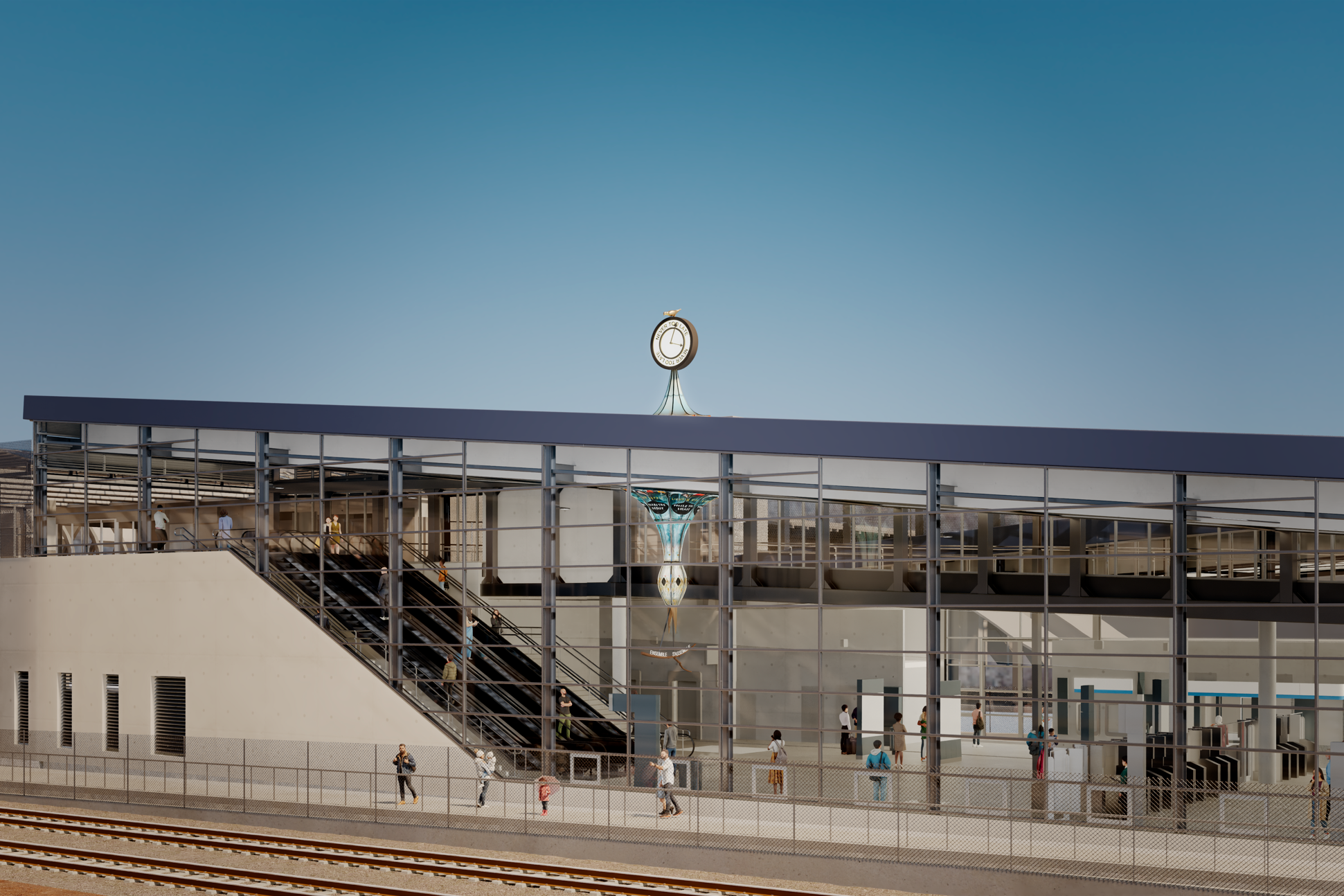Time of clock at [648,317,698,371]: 3:02
